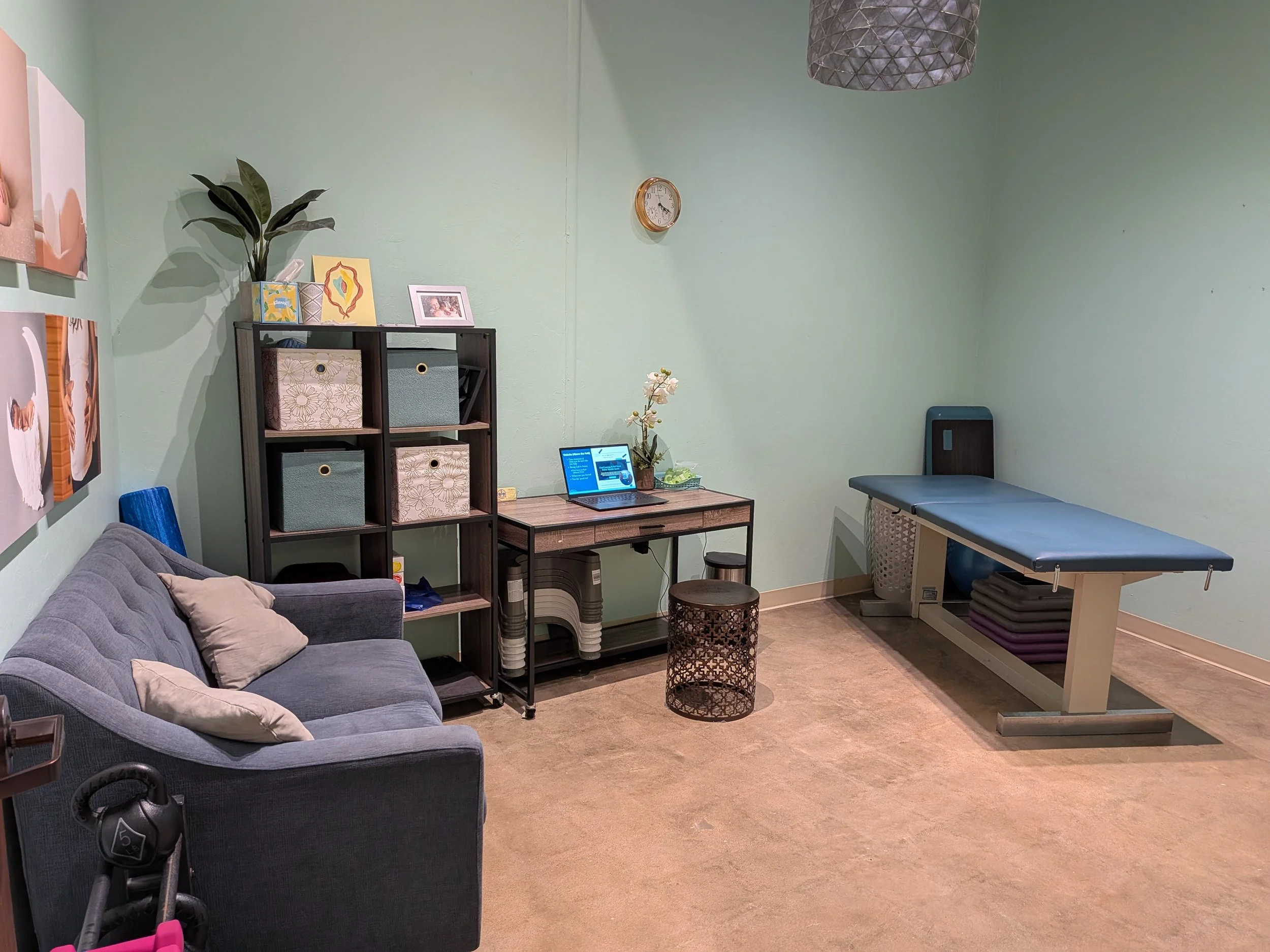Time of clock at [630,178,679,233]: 4:19
